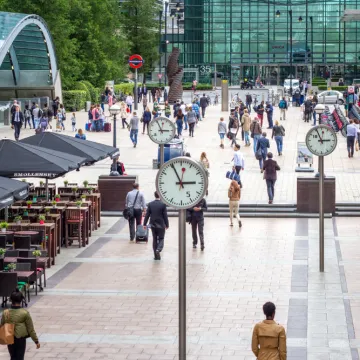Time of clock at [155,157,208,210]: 2:55
